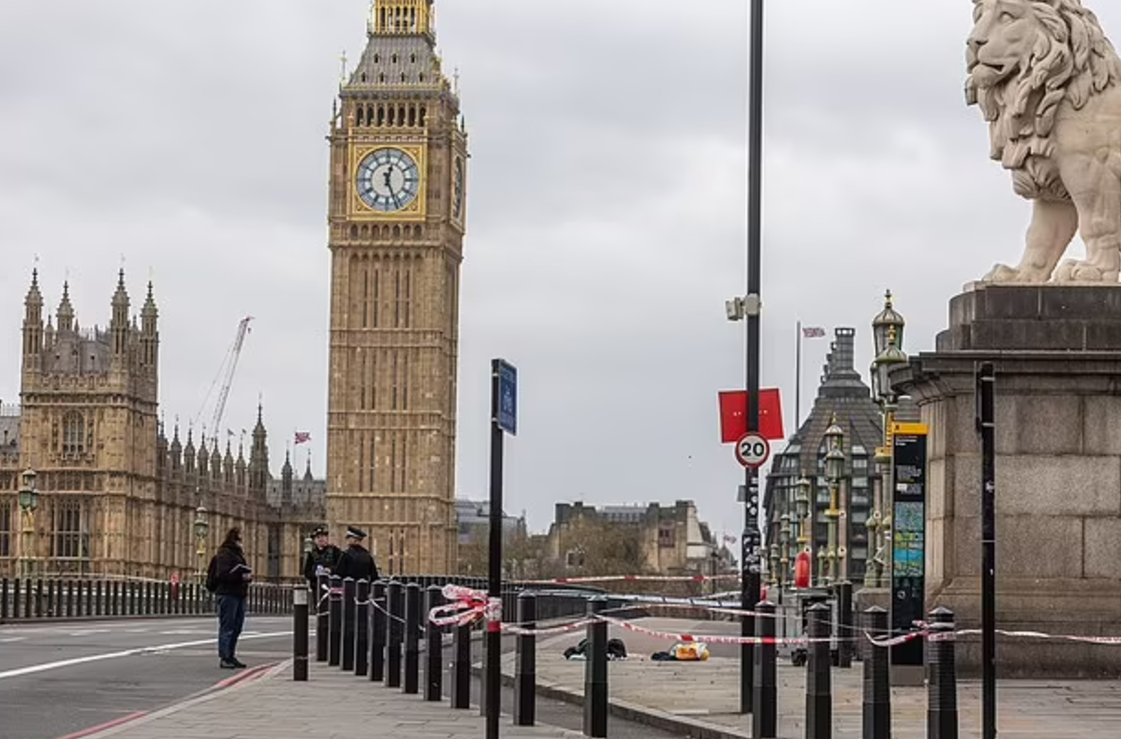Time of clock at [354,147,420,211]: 12:26
